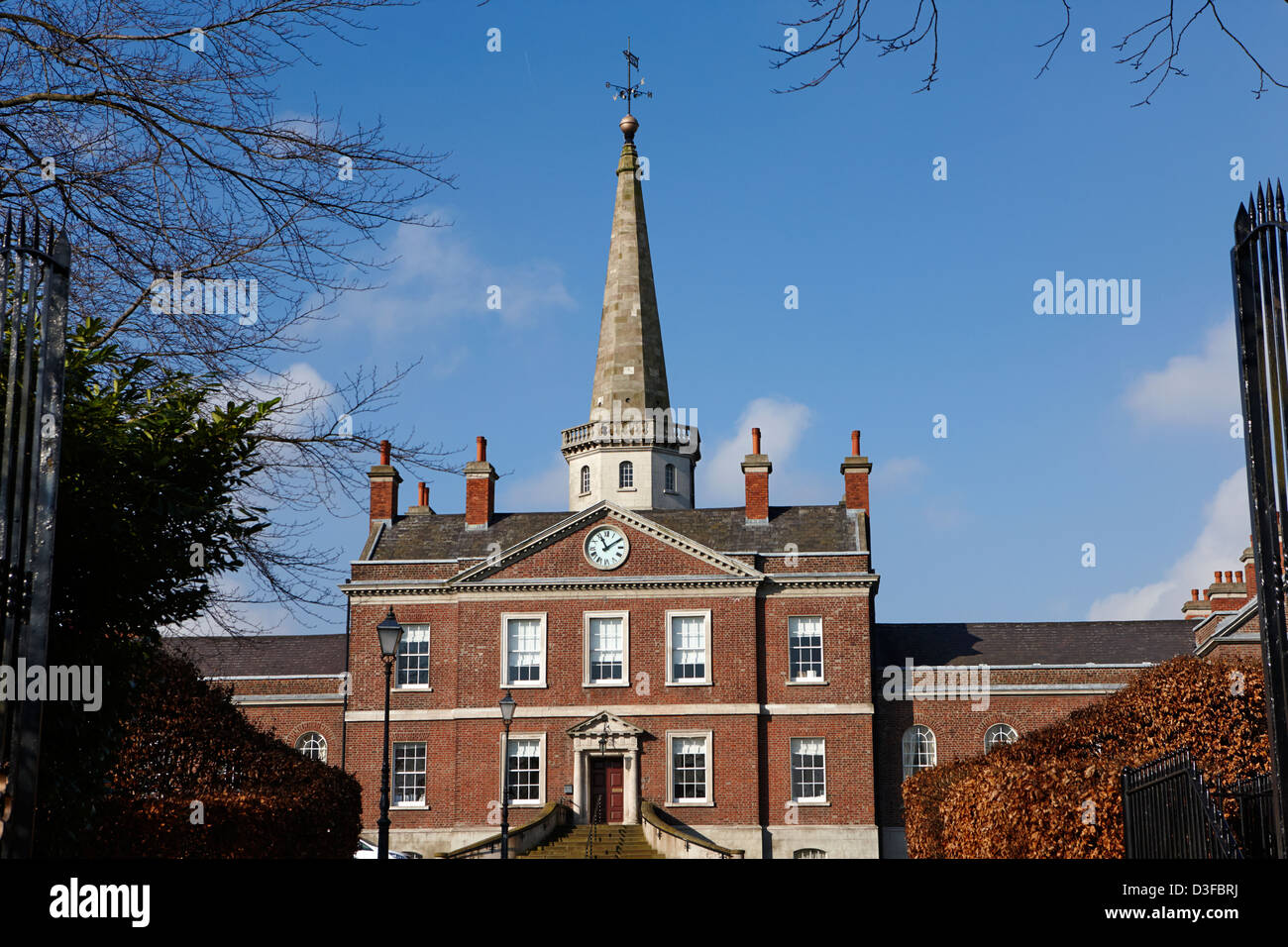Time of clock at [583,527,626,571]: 11:09
